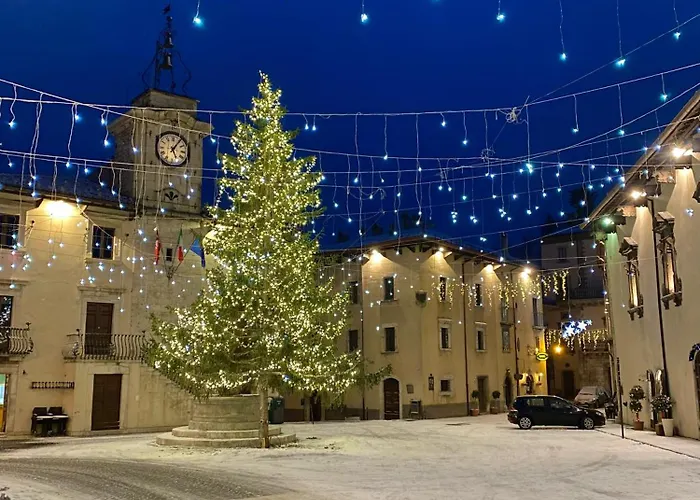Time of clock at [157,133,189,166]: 5:05
